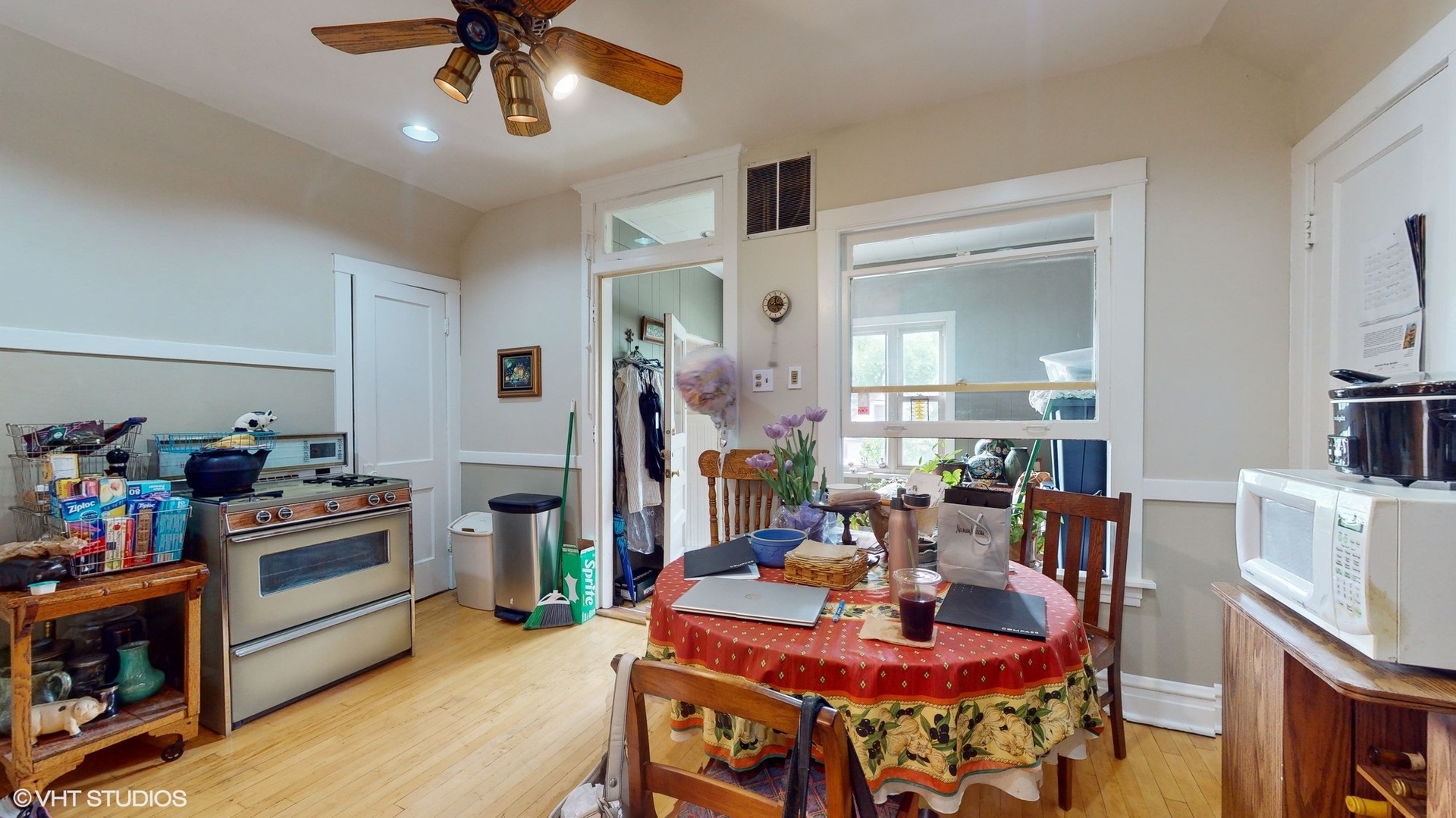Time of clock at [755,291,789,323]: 12:16
